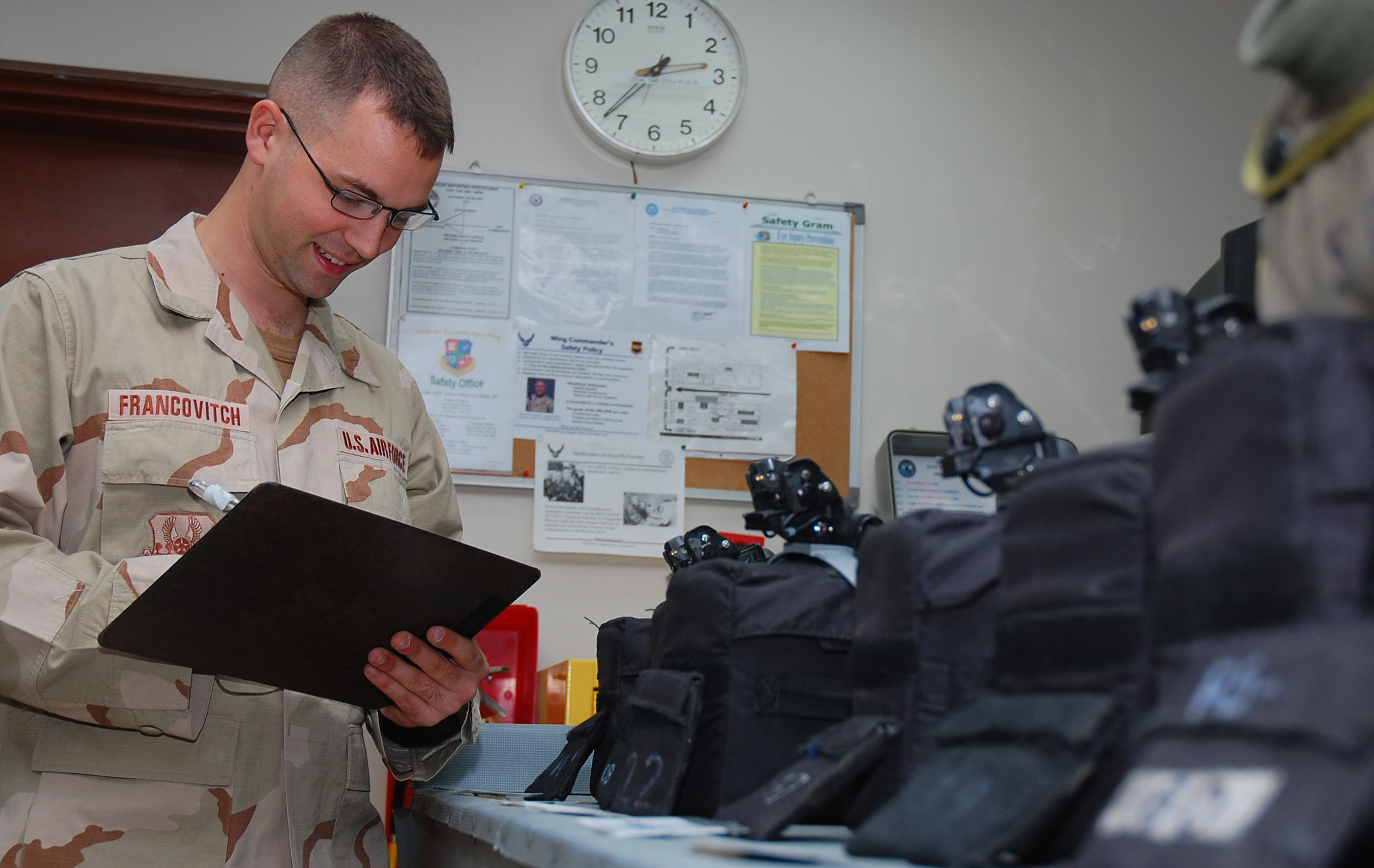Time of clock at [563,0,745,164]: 2:37
